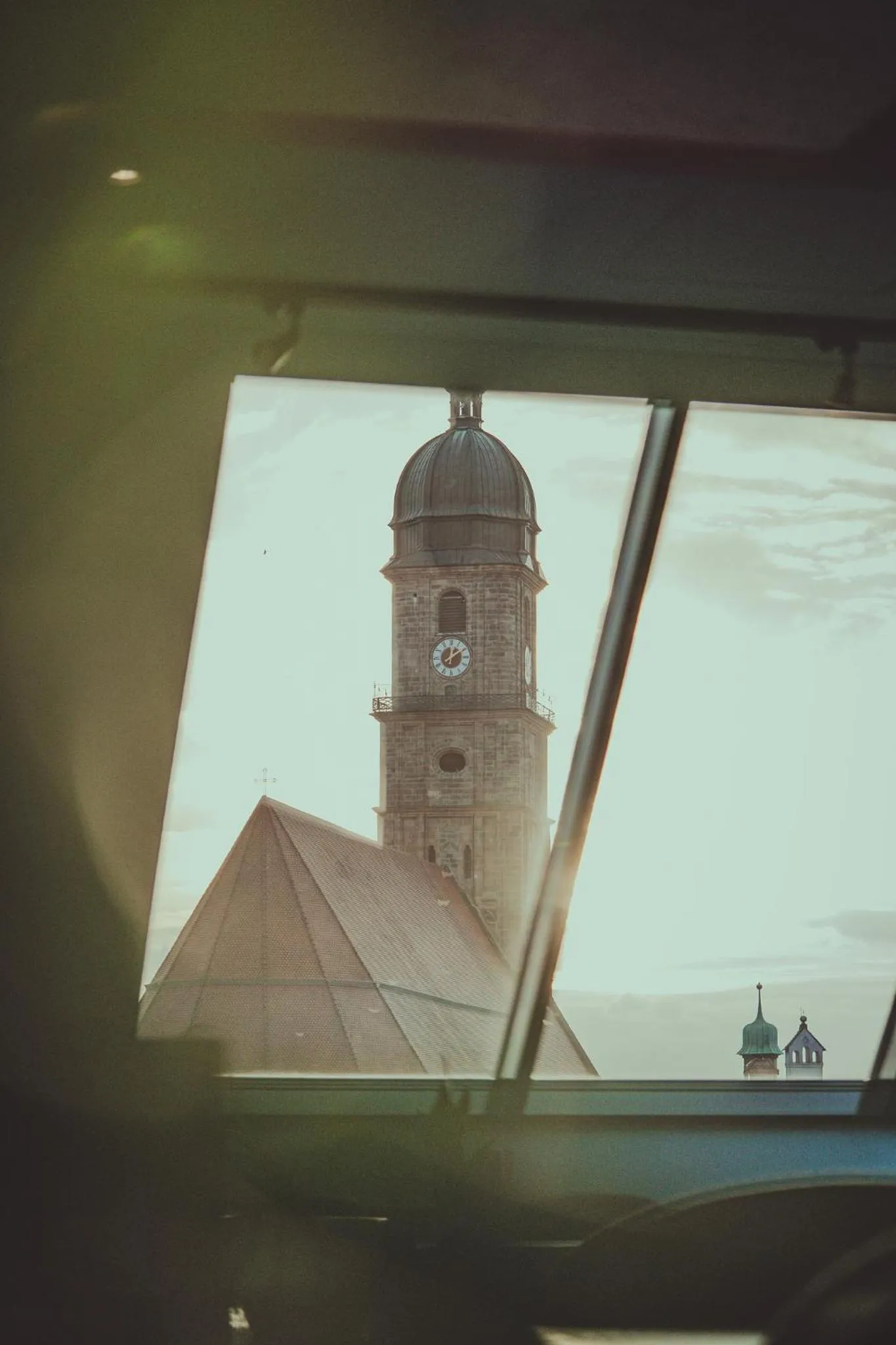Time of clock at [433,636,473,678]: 12:09
